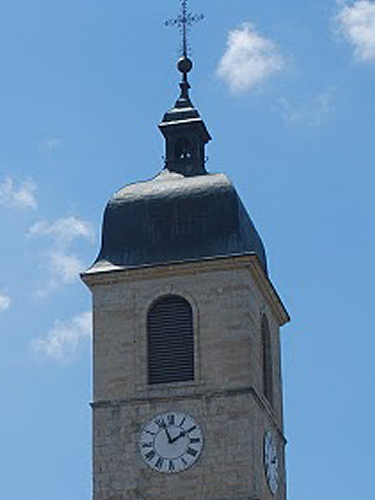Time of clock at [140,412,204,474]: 1:56
